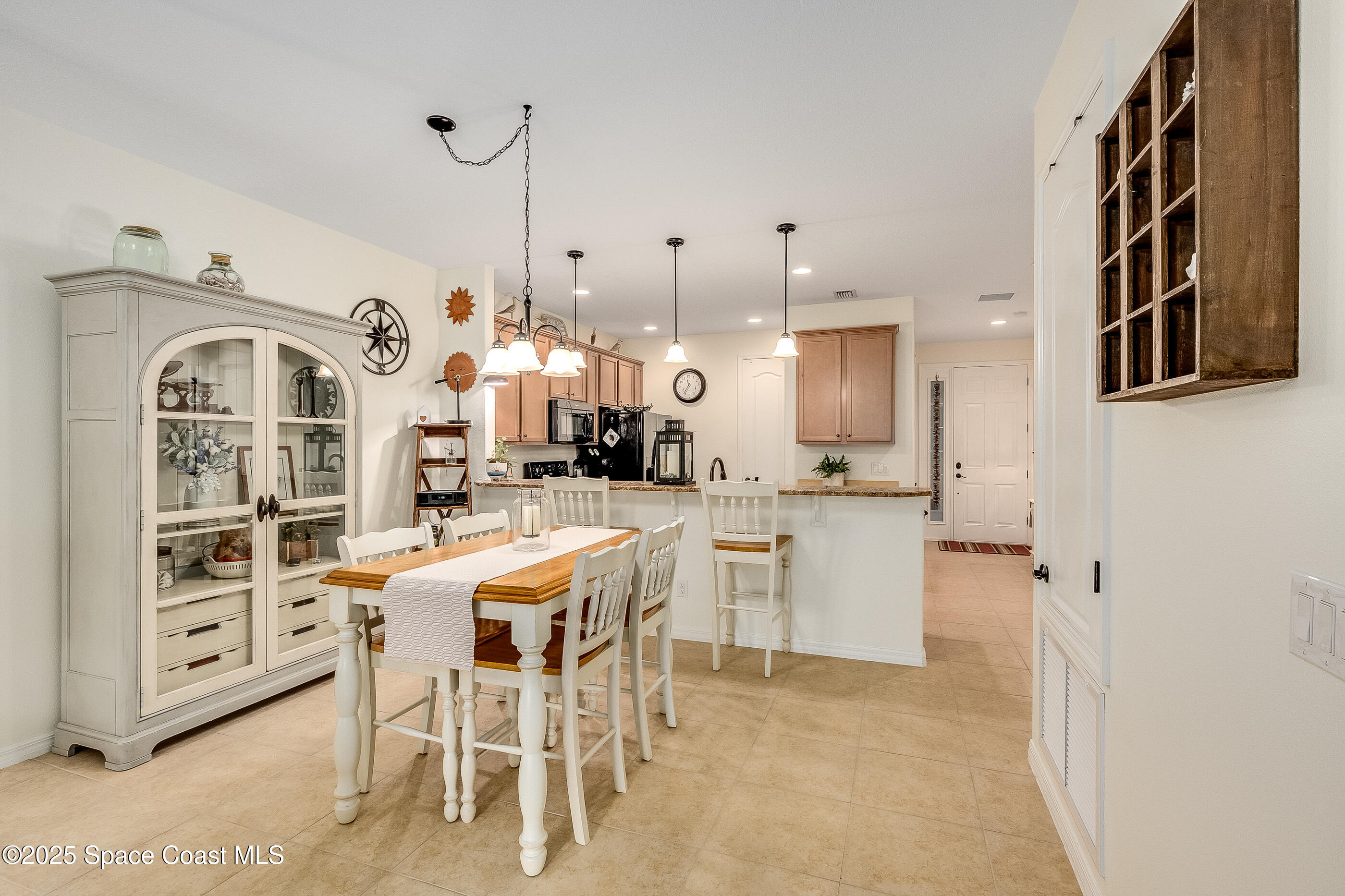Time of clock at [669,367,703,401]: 11:36
